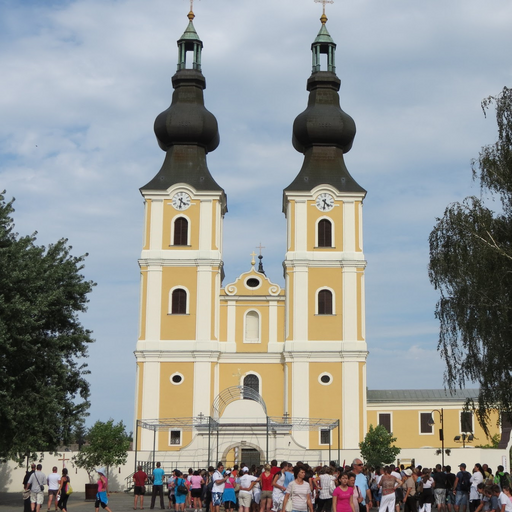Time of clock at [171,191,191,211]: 4:31
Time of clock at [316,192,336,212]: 4:31
